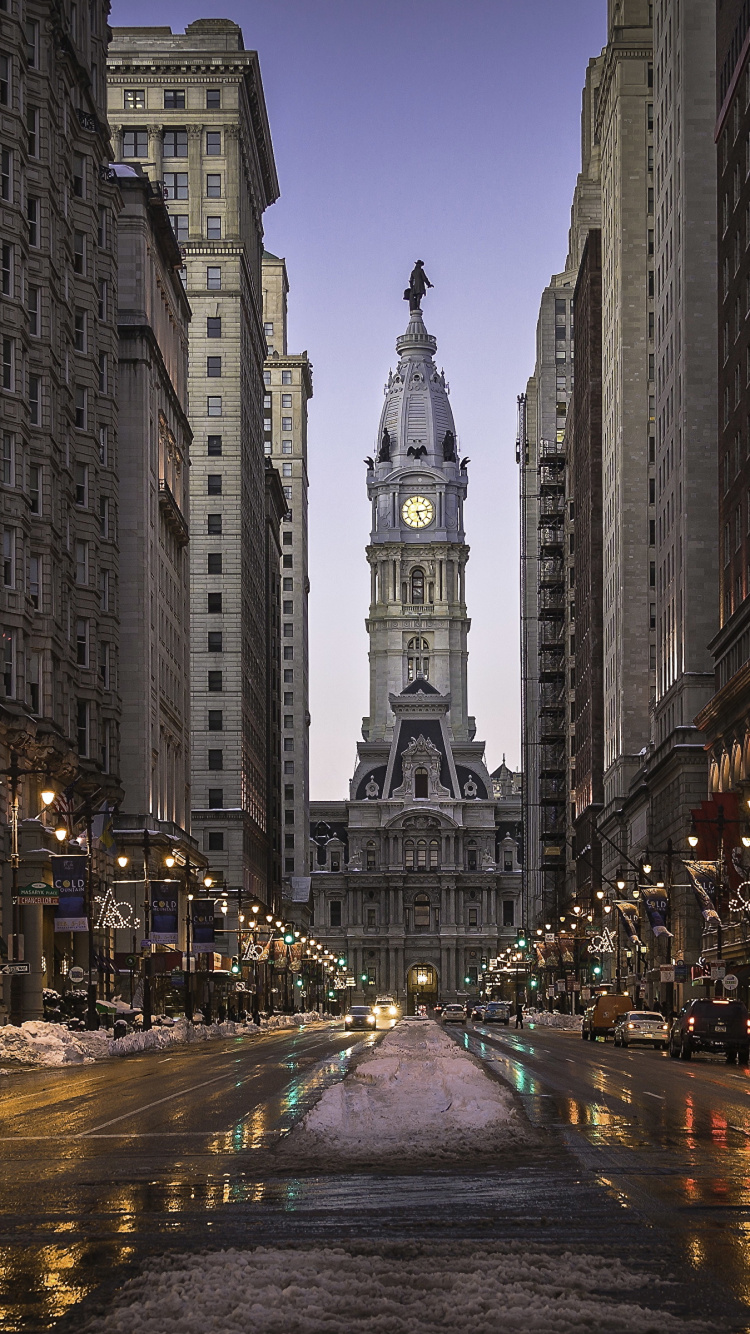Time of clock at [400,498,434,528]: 5:12
